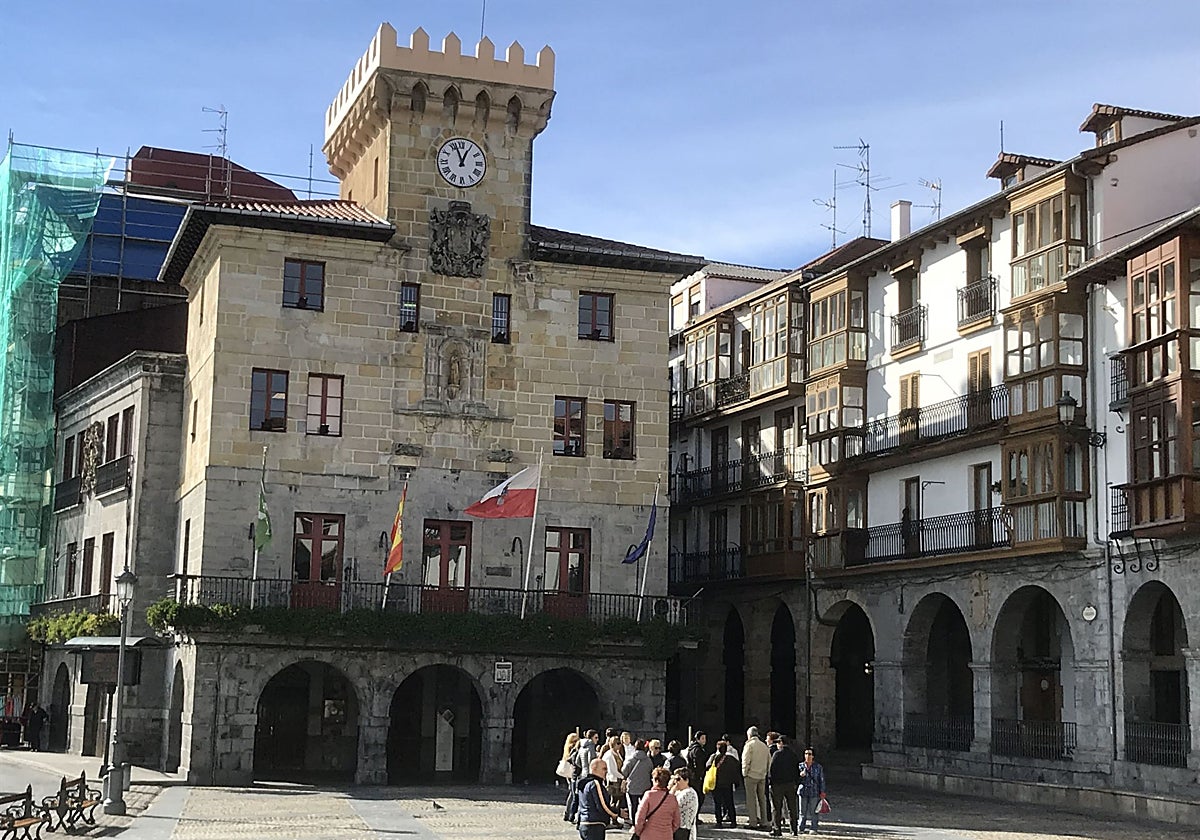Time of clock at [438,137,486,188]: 12:56
